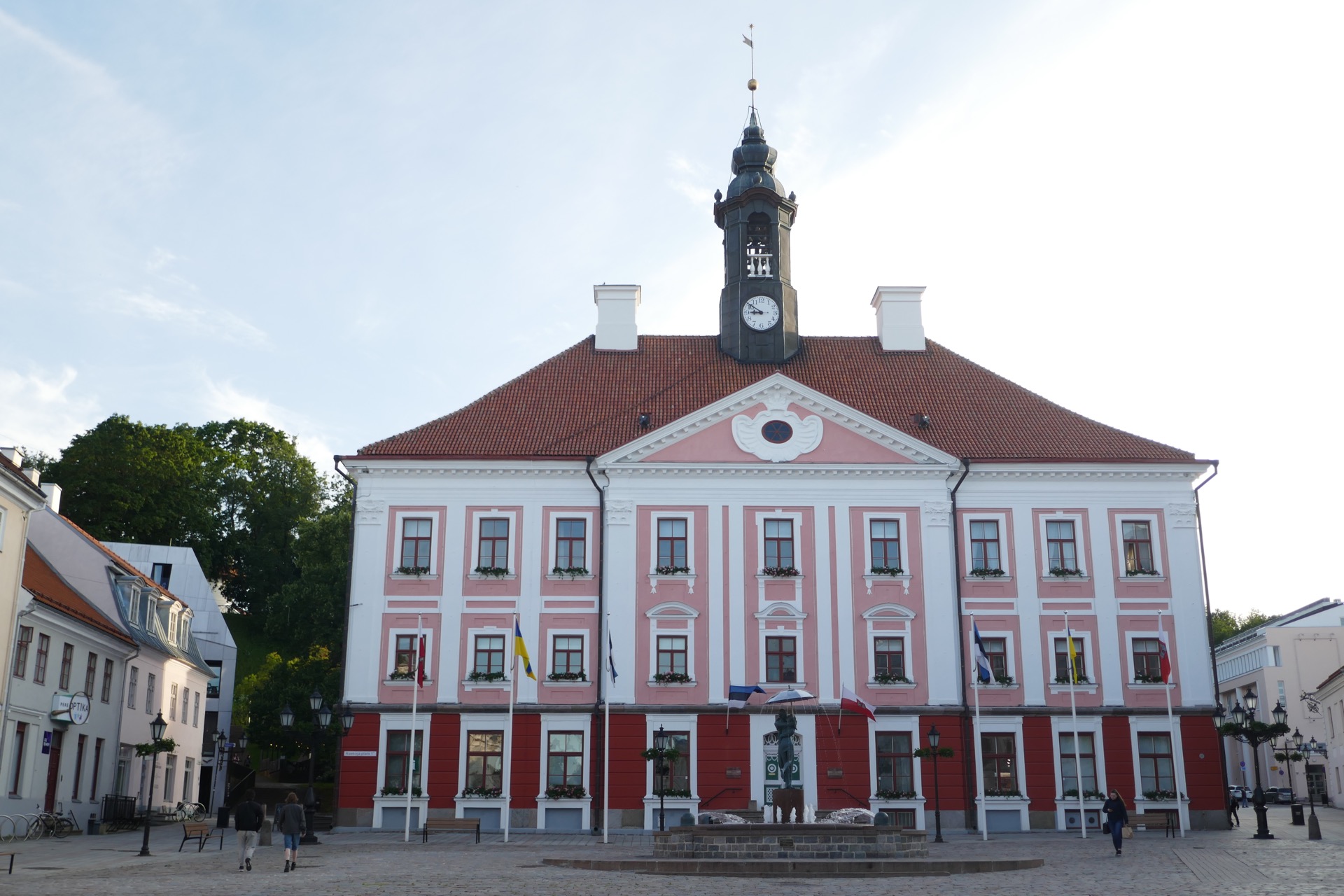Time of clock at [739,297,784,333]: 8:51
